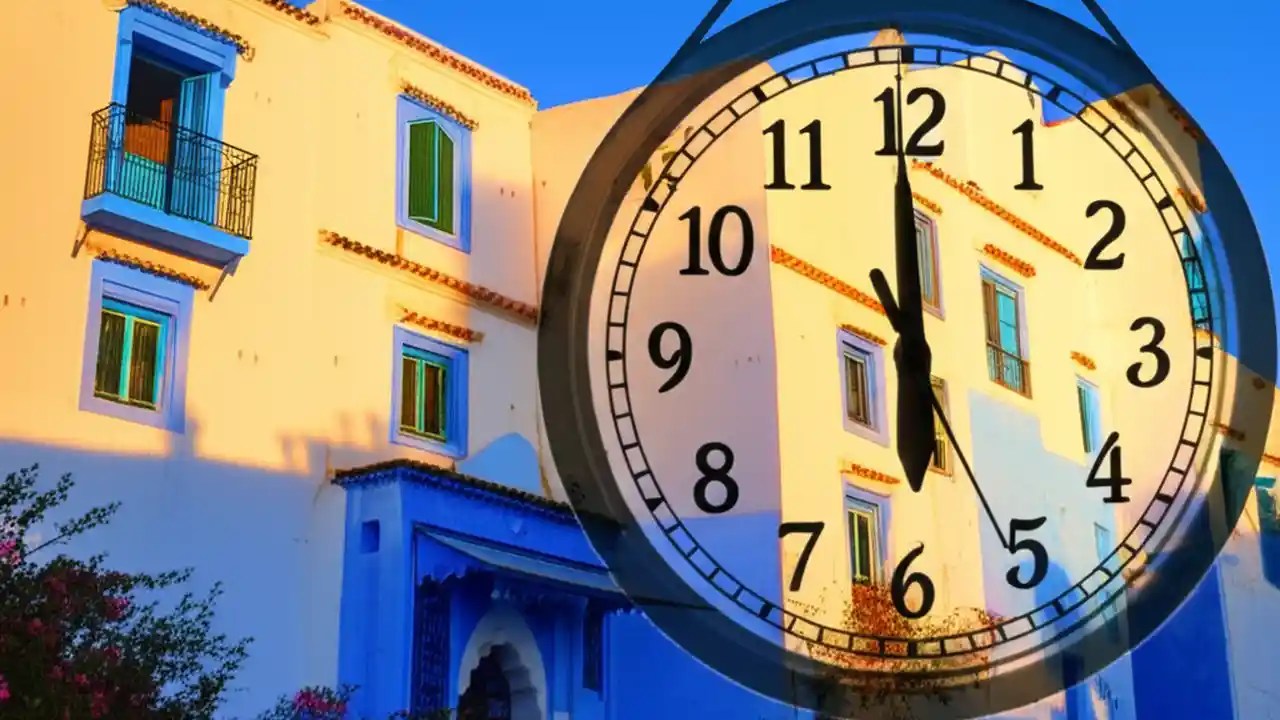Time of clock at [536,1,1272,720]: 5:59
